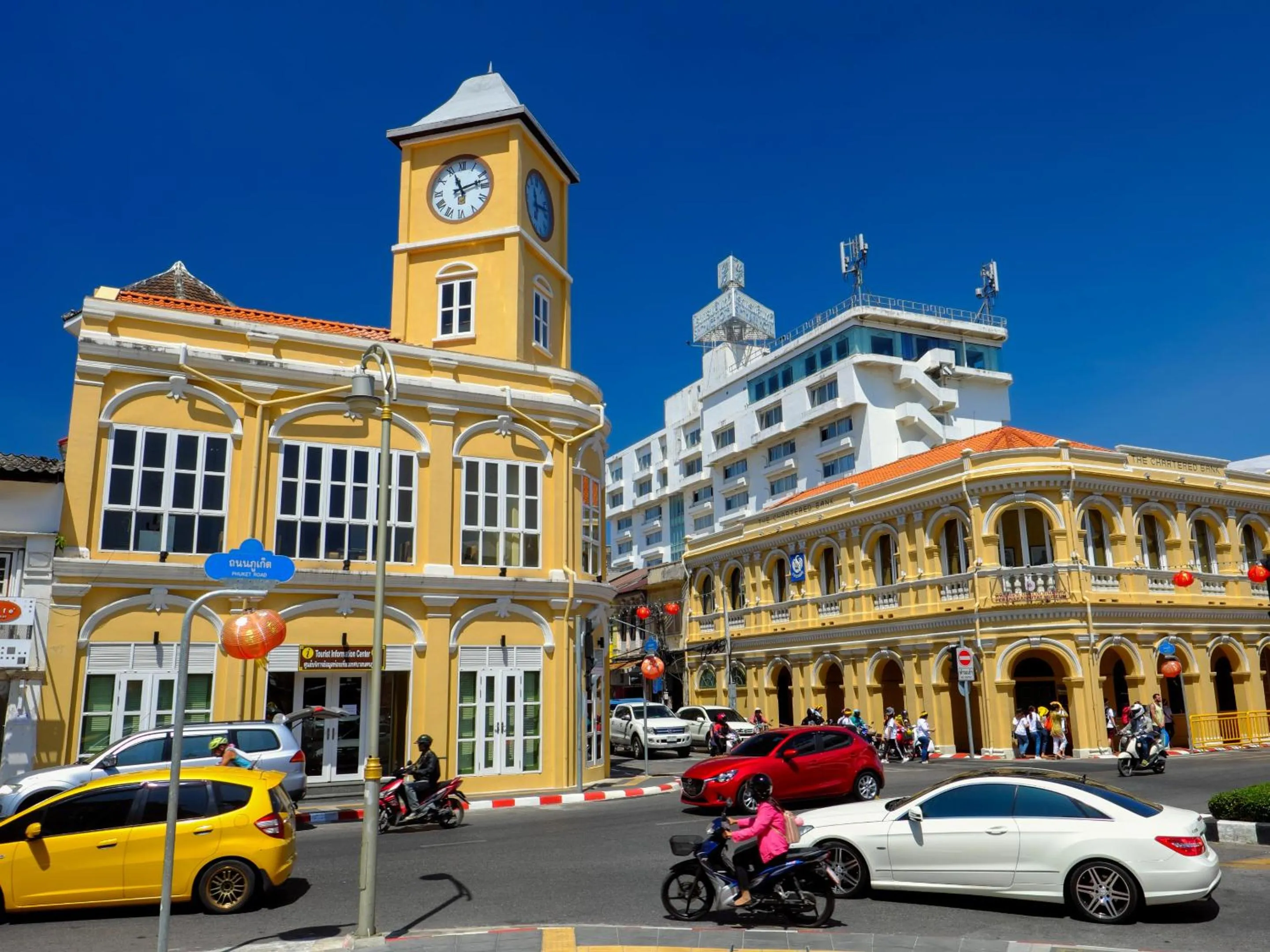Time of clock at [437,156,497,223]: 11:12
